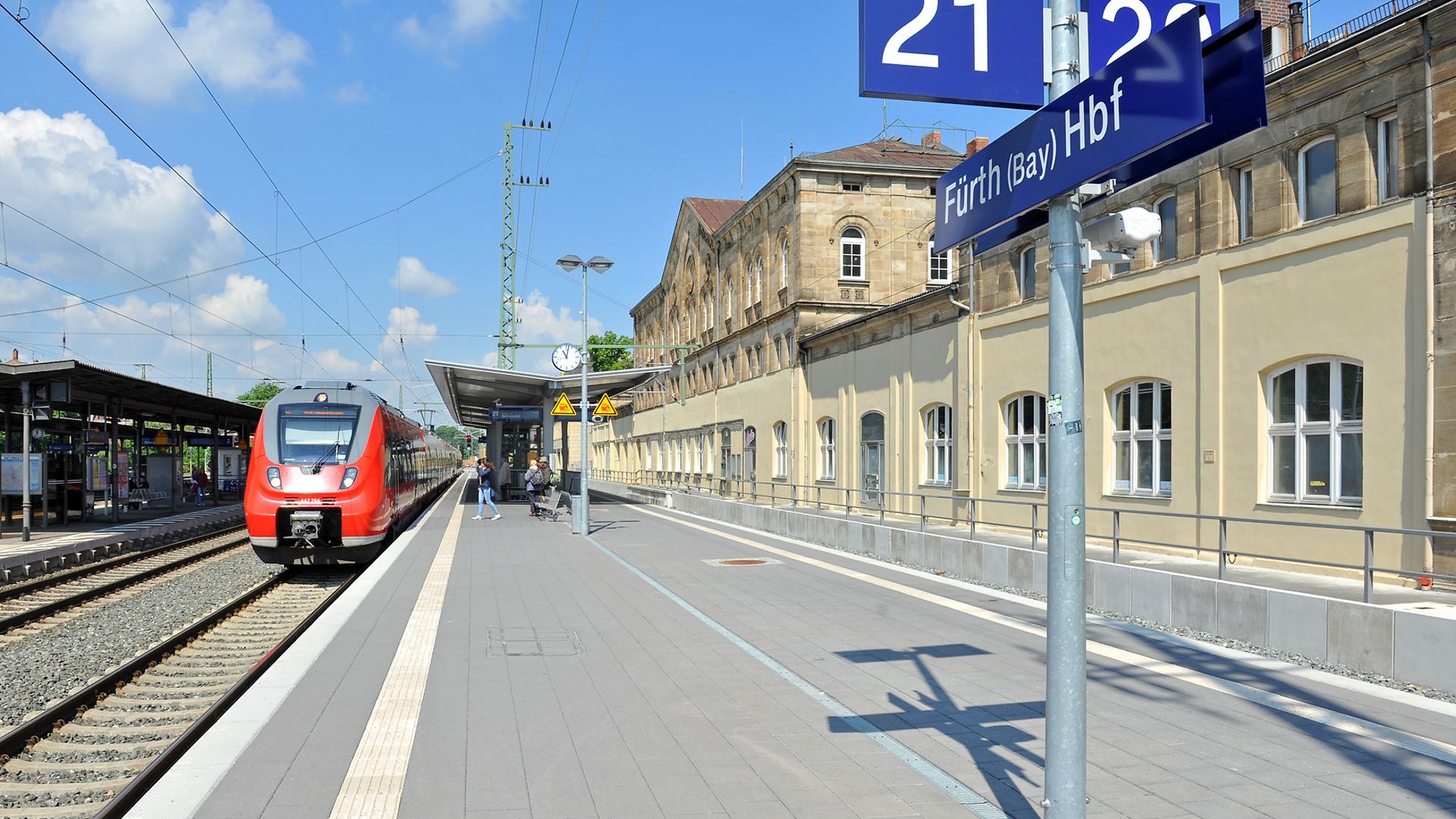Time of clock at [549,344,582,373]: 11:02
